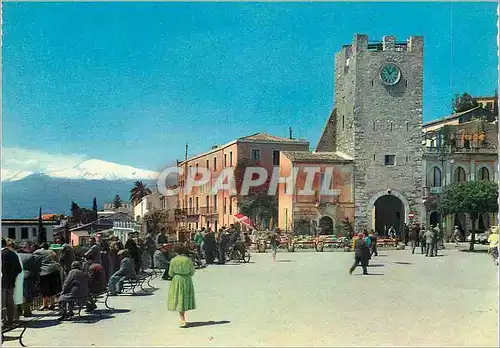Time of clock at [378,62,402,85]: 11:07
